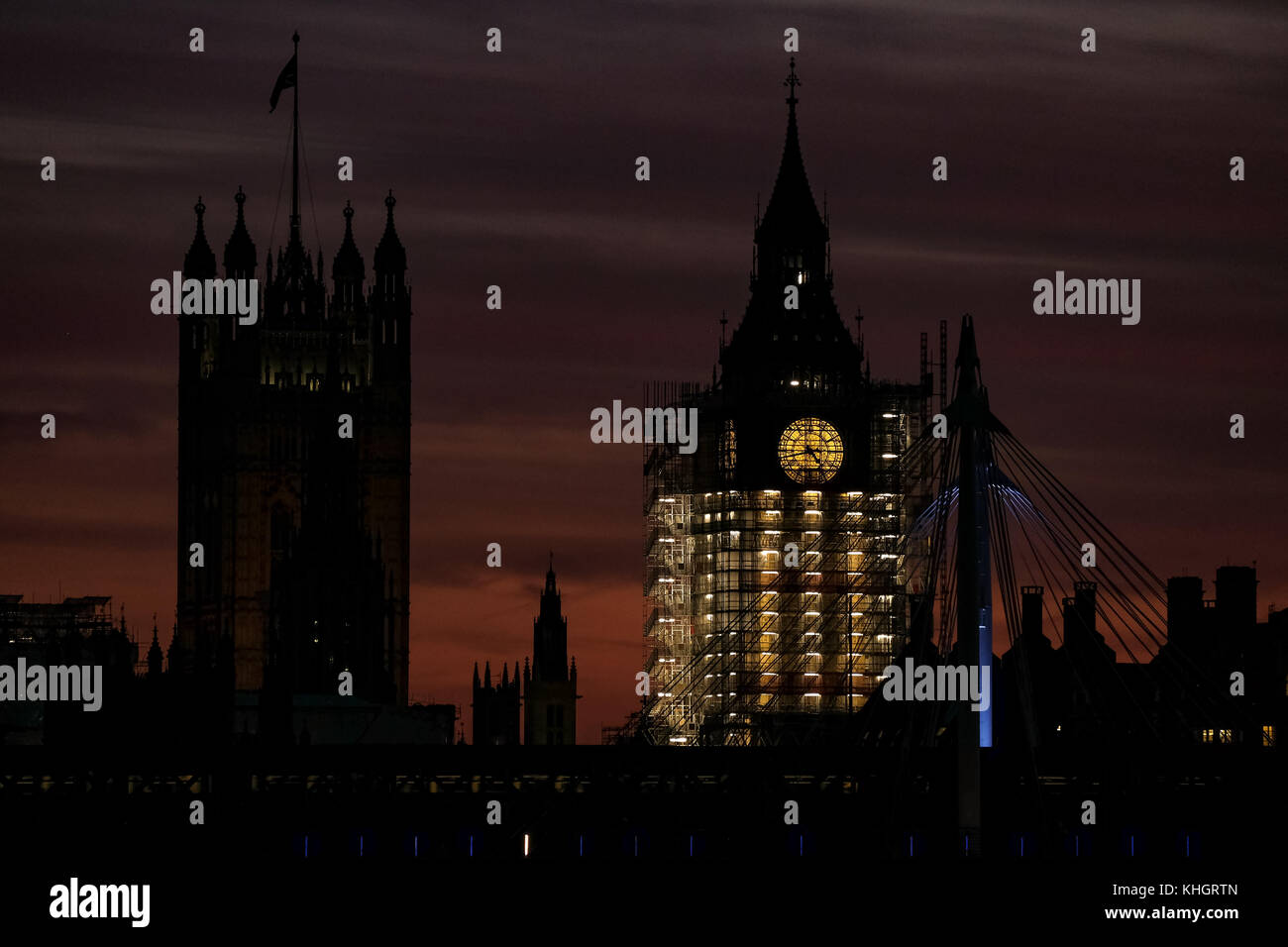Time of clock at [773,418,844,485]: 4:42
